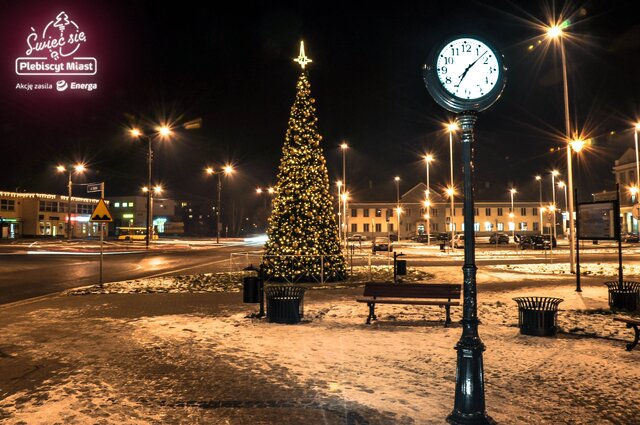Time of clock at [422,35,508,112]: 7:07
